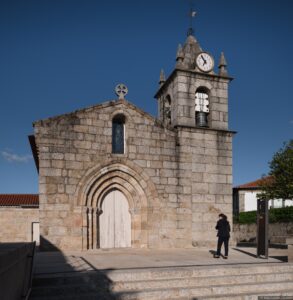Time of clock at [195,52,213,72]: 6:54
